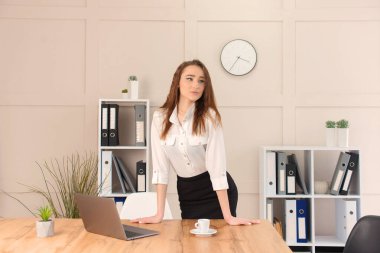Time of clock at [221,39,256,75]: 3:35
